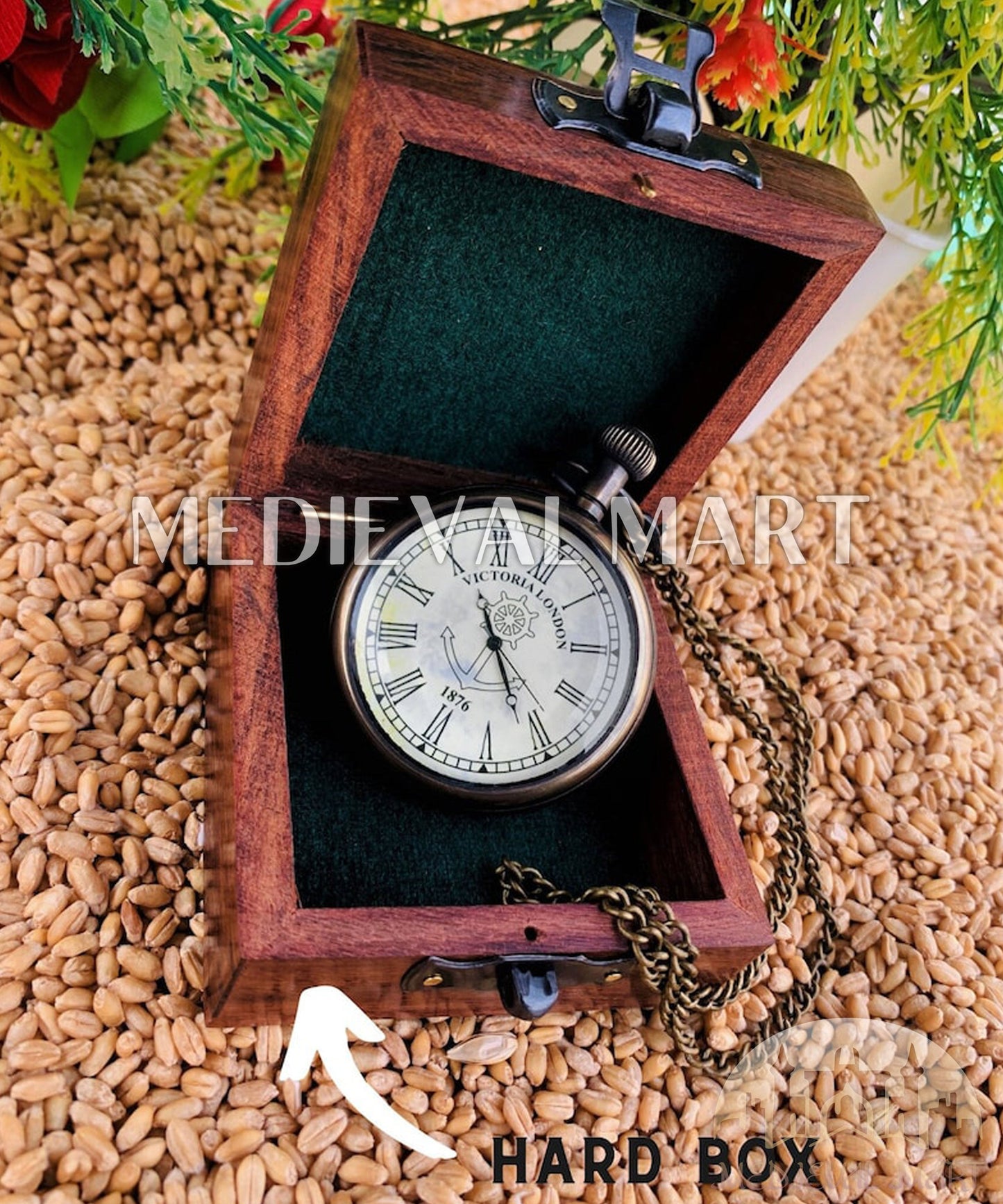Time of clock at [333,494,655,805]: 11:26
